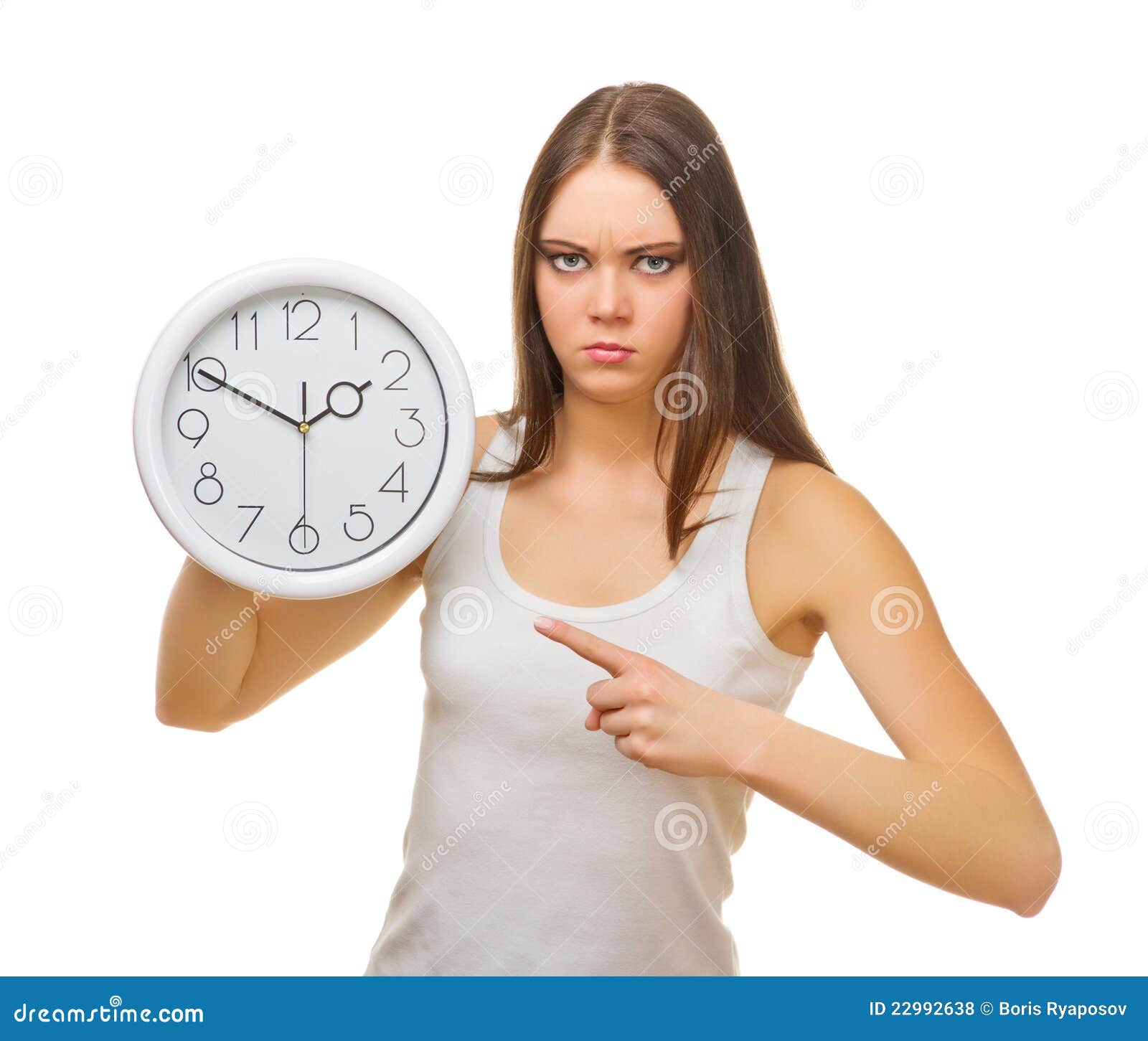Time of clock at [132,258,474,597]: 1:50
